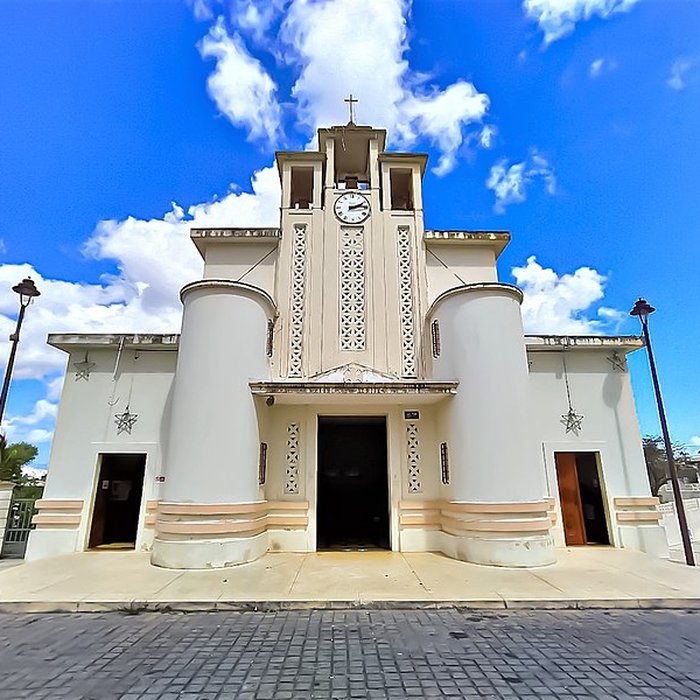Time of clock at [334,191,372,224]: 2:14
